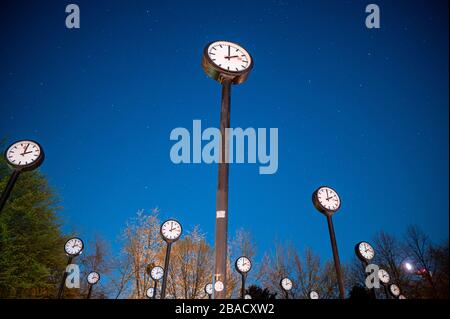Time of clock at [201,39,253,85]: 2:00
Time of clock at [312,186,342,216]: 2:00
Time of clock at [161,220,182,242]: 2:00
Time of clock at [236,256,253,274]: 2:00
